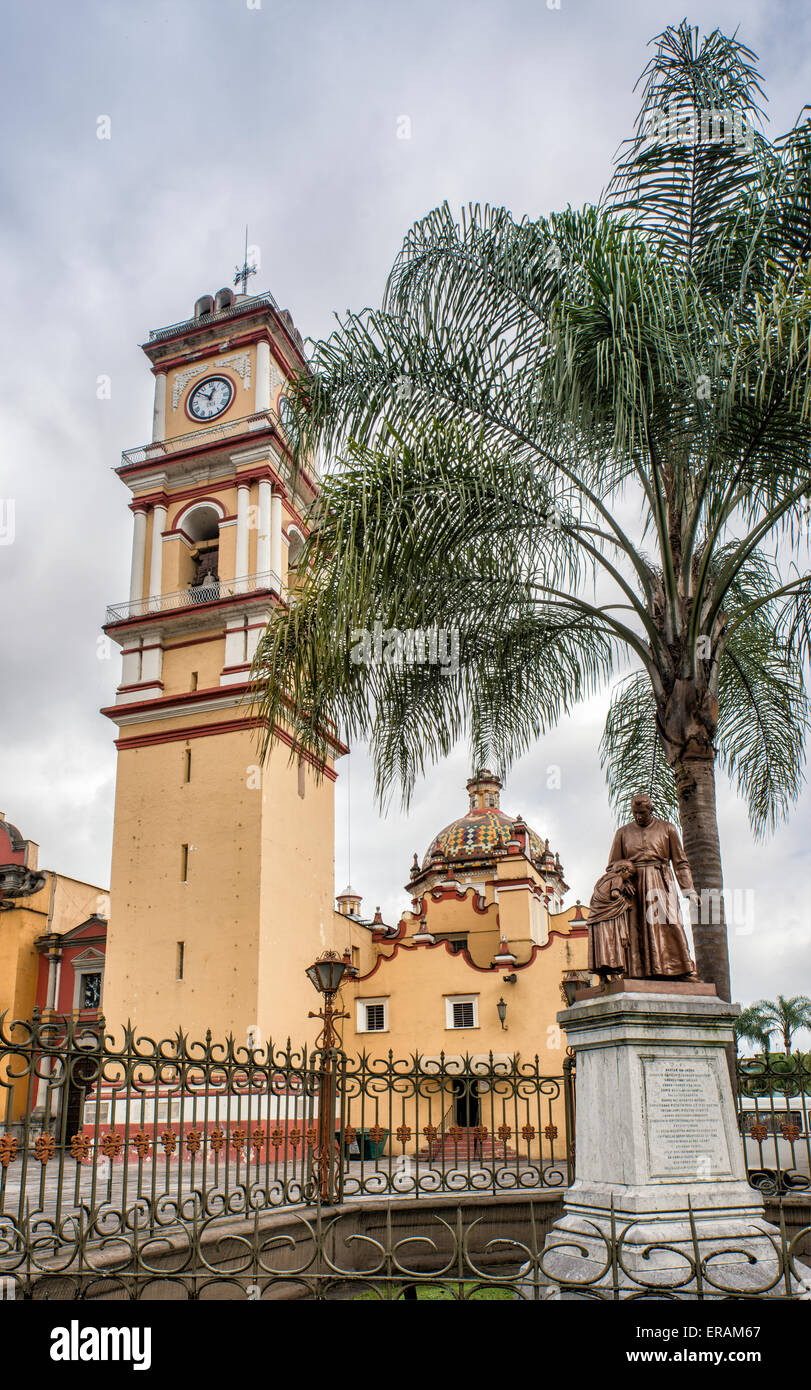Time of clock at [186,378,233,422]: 12:51
